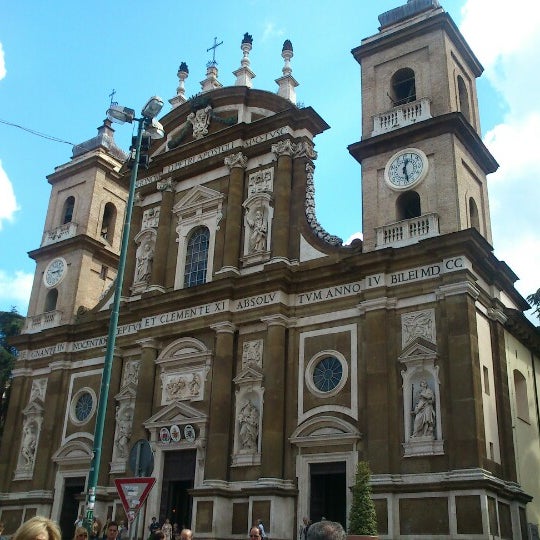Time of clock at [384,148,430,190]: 12:27
